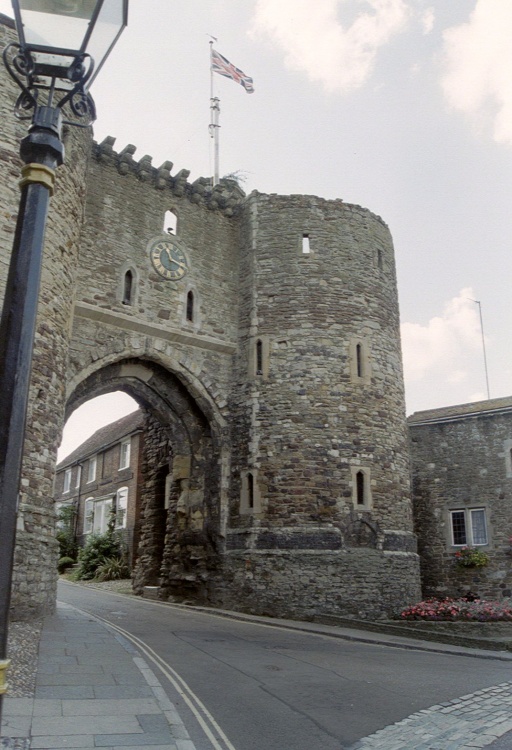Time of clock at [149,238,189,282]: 11:19
